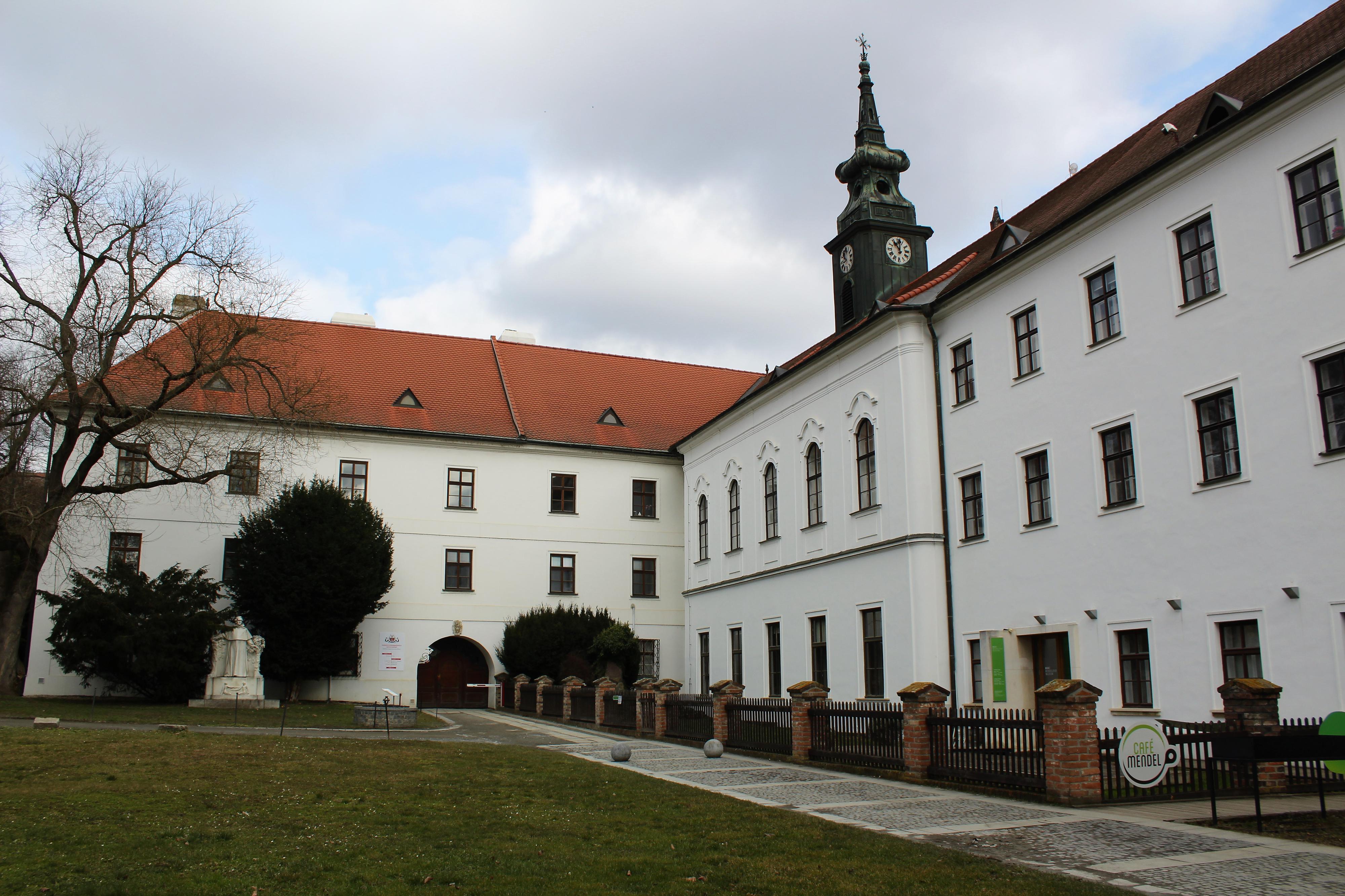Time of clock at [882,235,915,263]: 11:01
